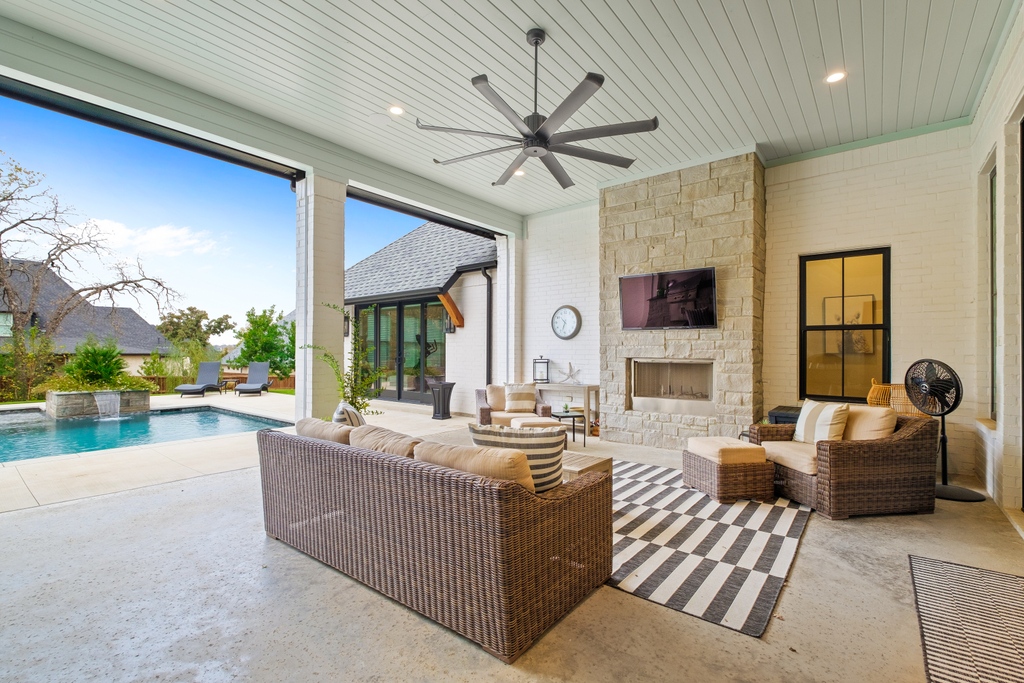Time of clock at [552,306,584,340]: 10:33
